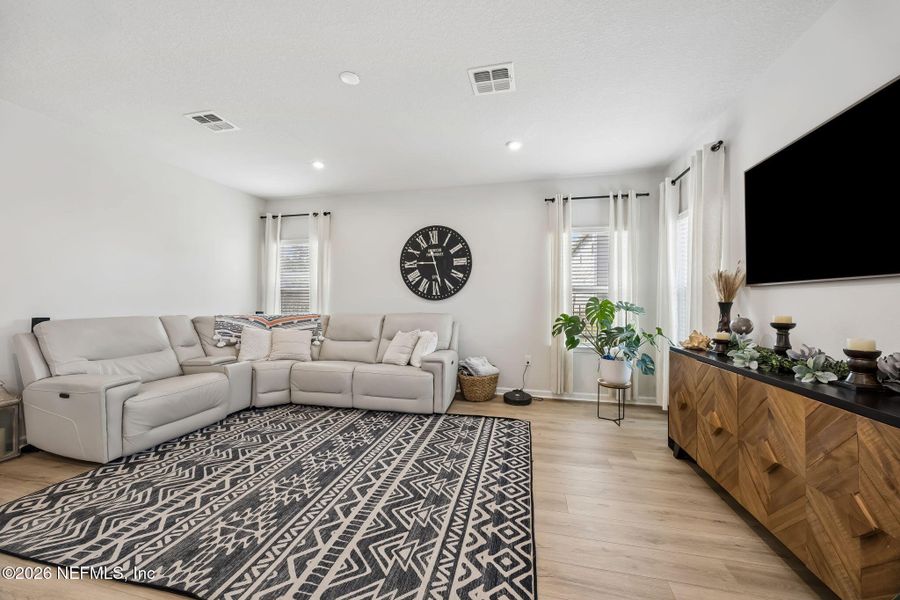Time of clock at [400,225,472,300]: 11:28
